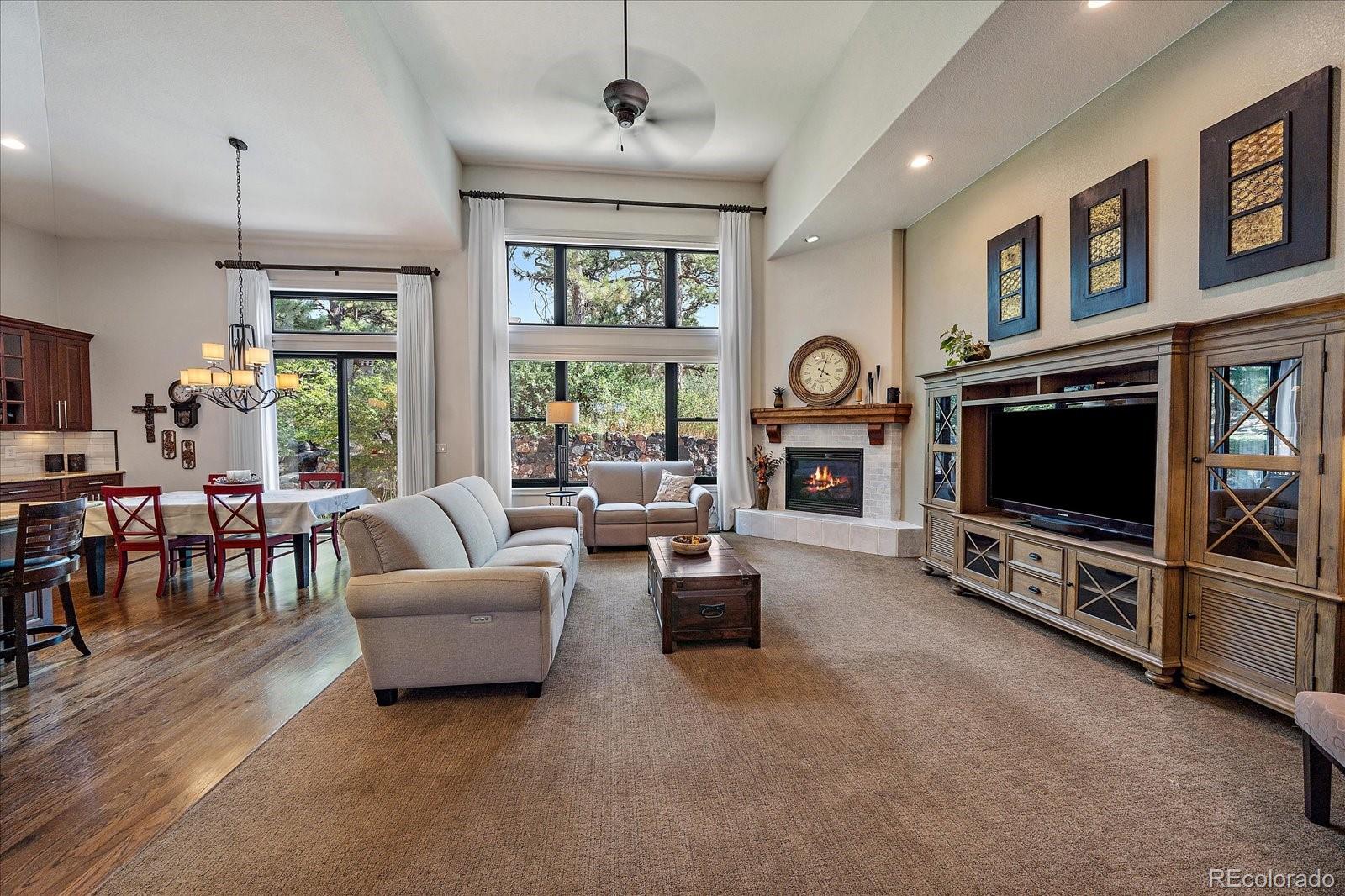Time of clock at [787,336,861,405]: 4:02
